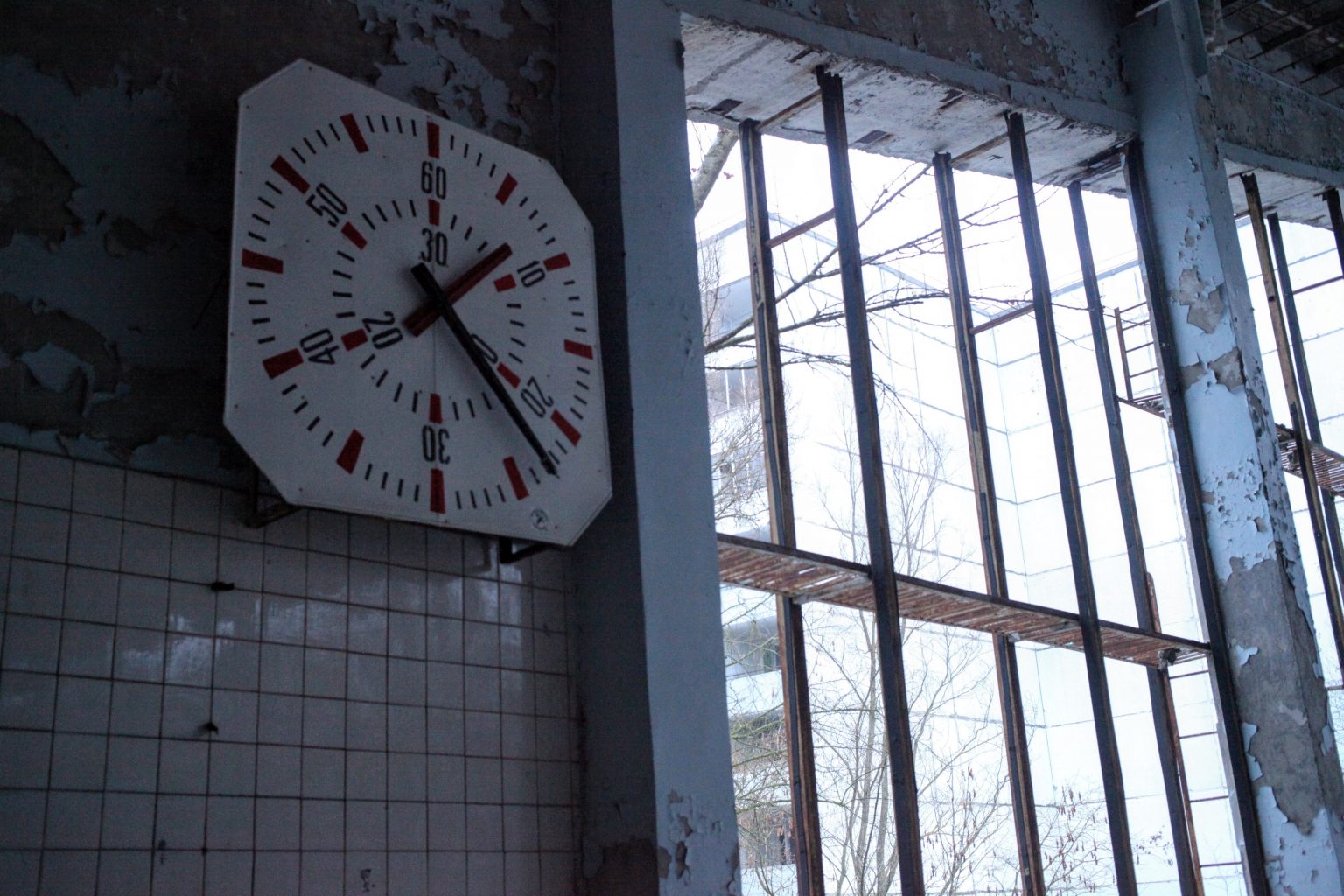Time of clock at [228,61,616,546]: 1:22
